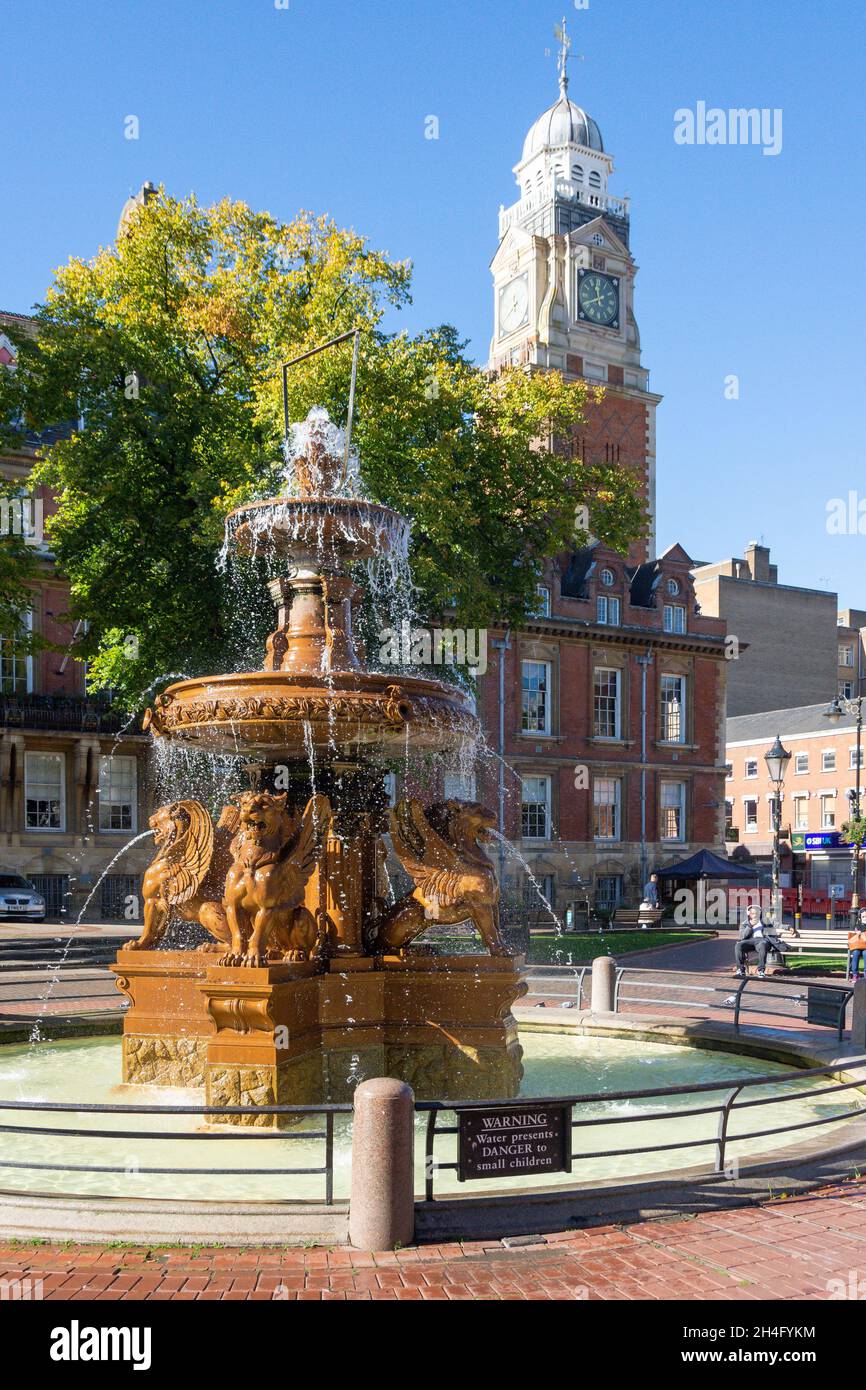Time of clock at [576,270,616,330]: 11:40
